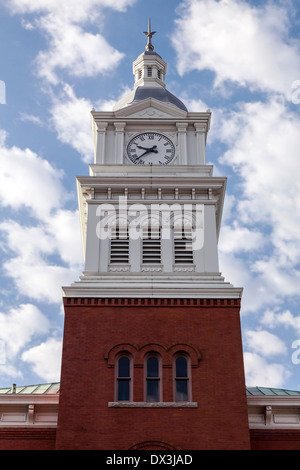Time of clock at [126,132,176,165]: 9:38
